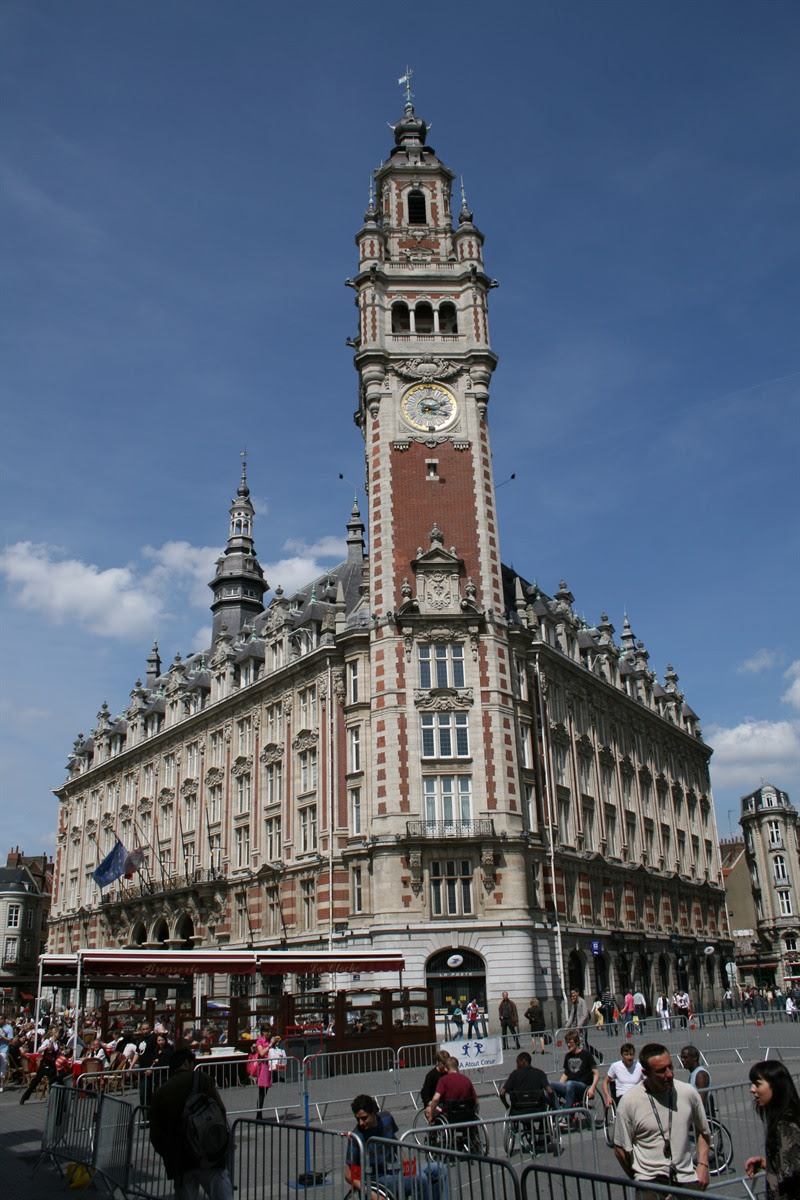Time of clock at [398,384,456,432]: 2:18
